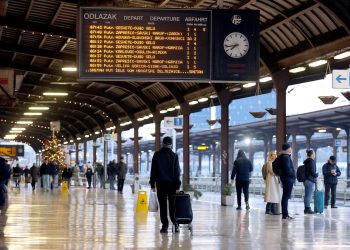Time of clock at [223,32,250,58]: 7:43
